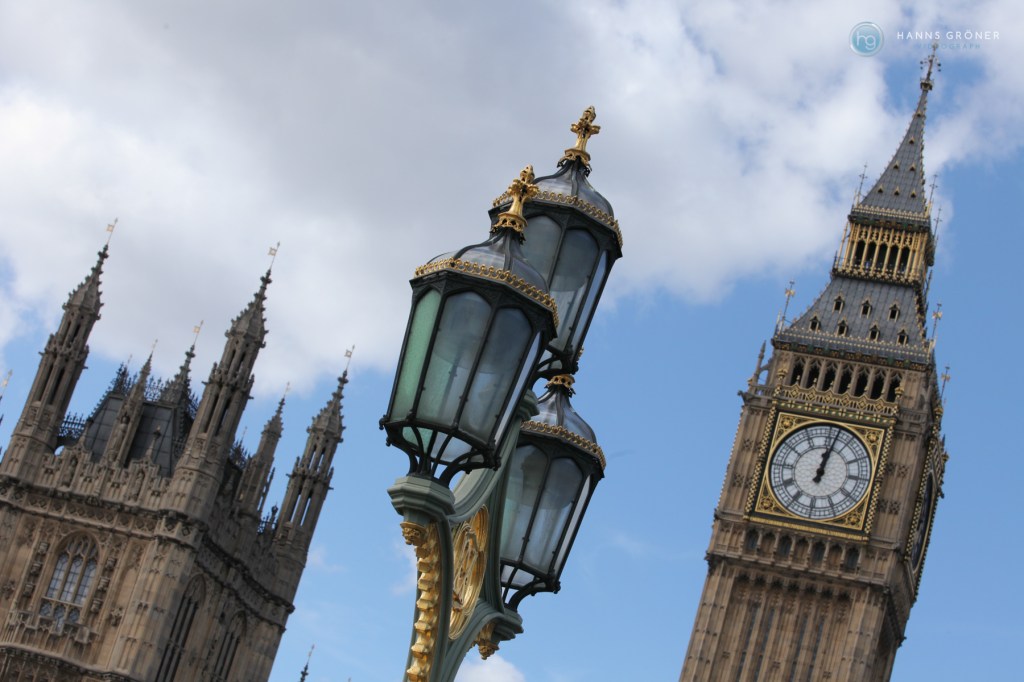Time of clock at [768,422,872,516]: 12:01
